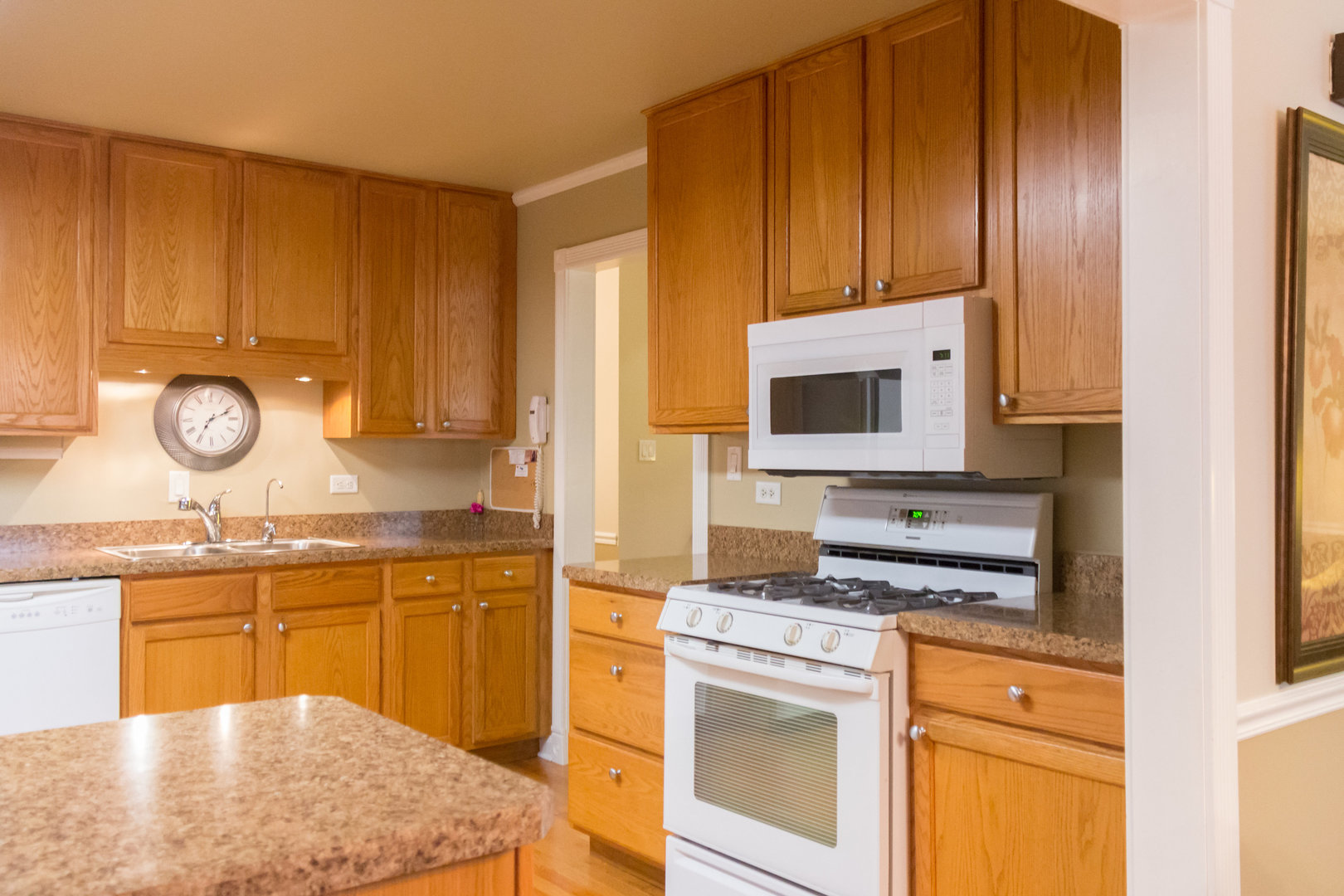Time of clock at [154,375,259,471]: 7:10
